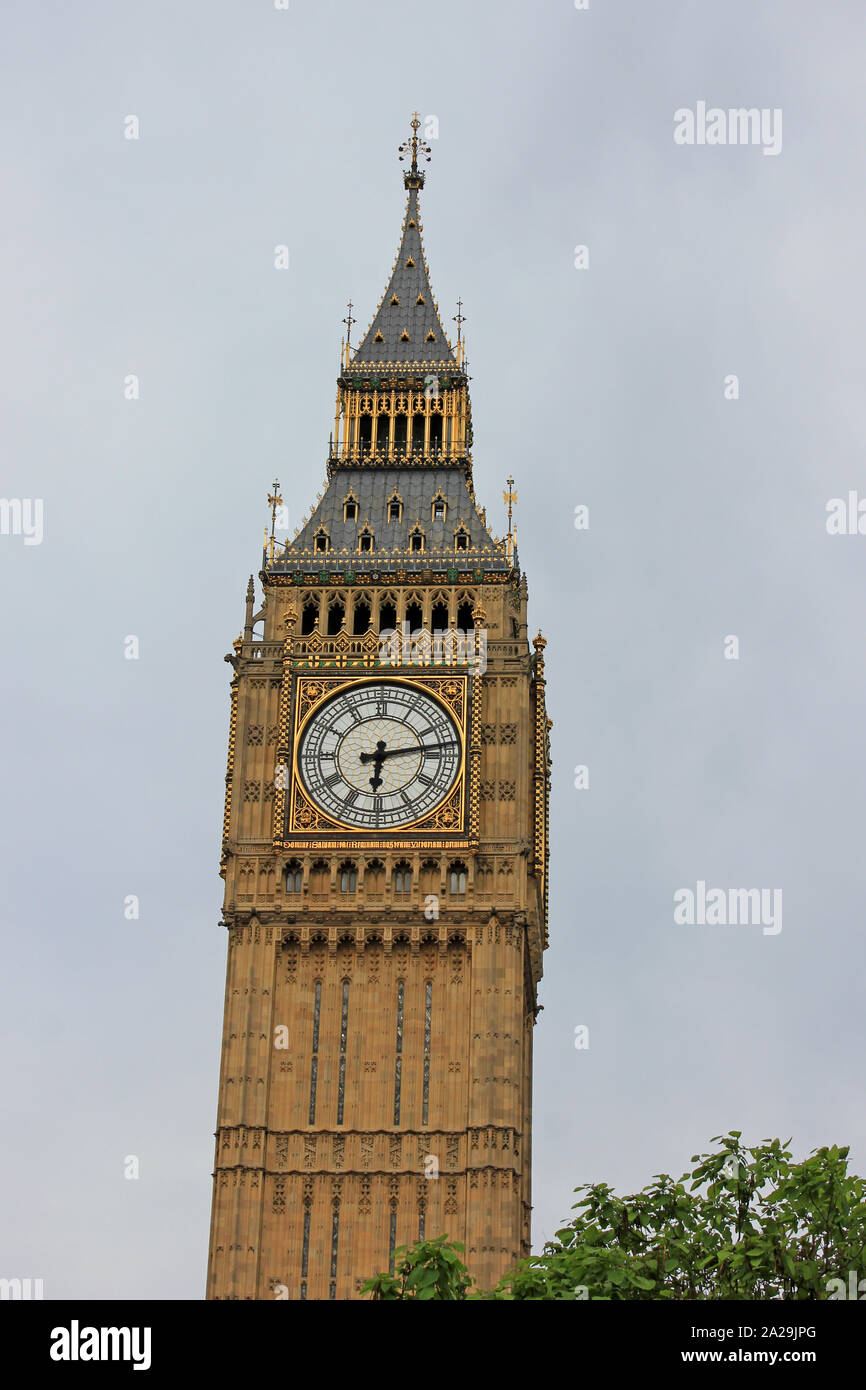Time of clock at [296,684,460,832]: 6:13
